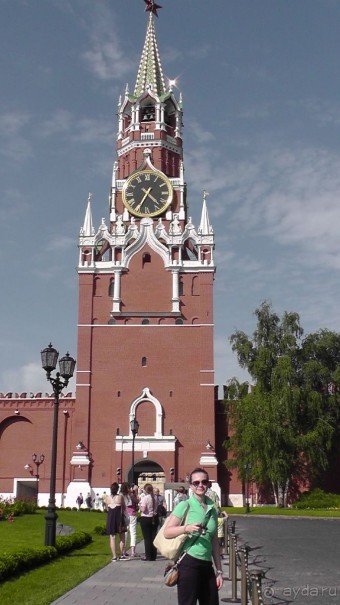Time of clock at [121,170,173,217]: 4:34
